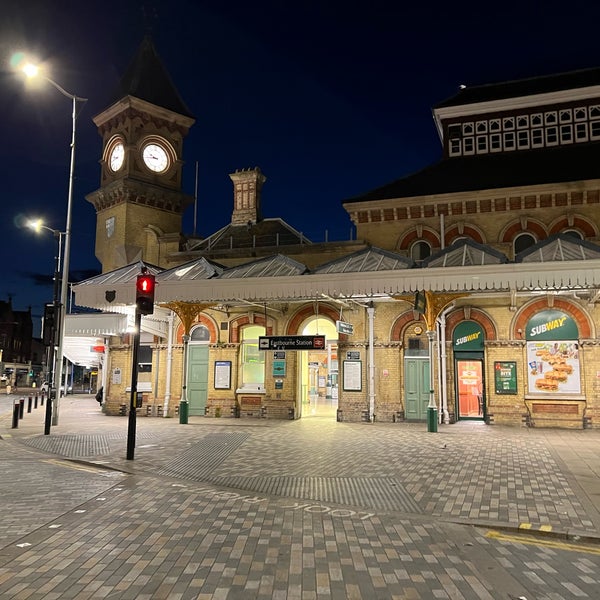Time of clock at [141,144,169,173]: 9:43
